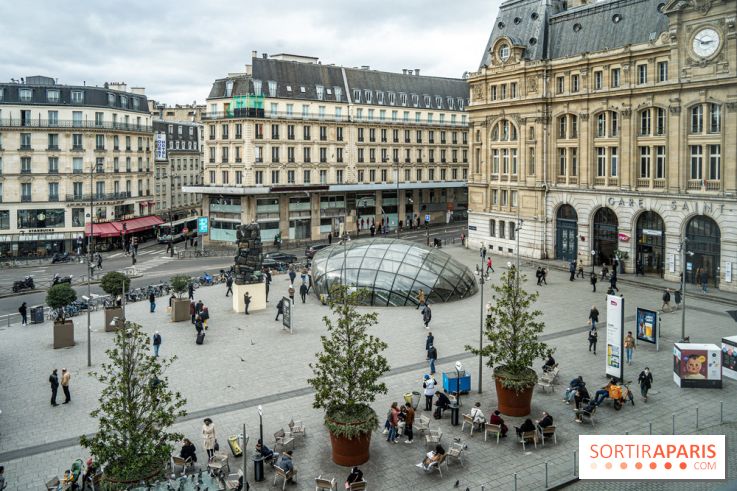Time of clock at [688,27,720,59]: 2:48
